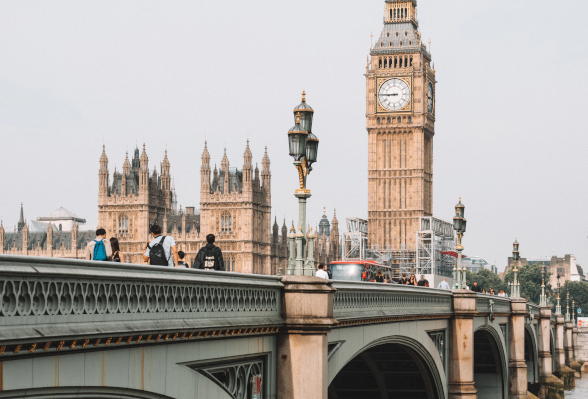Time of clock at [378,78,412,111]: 8:45
